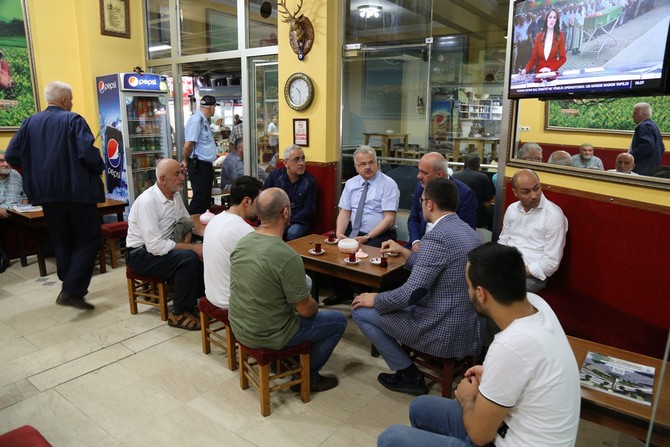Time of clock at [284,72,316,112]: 10:28
